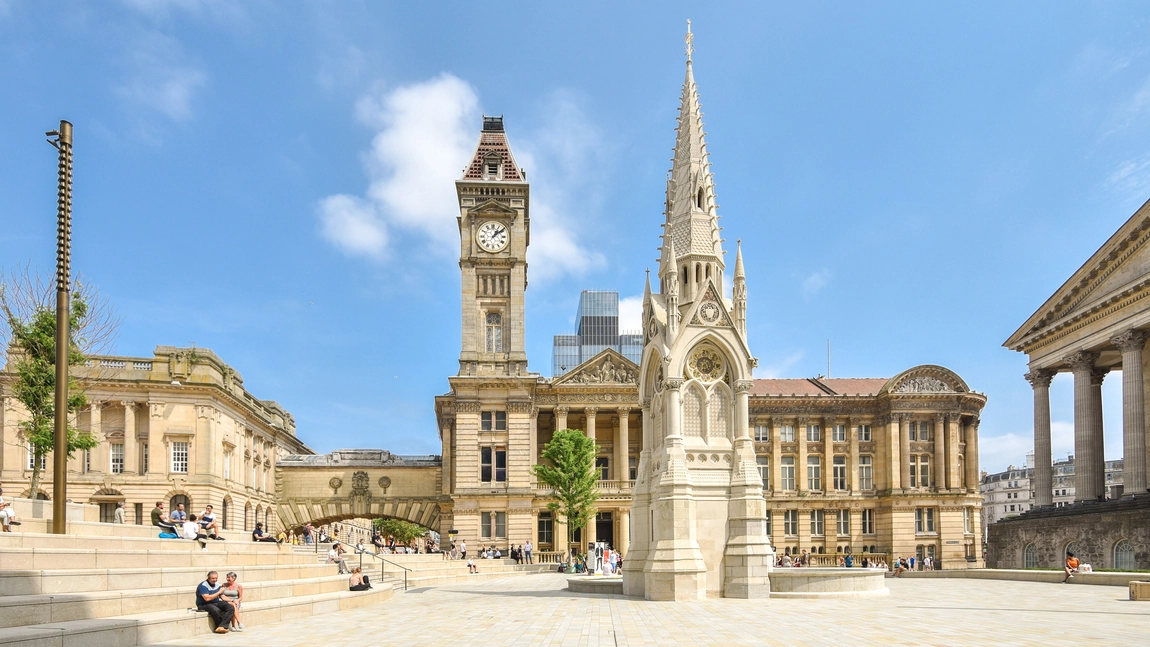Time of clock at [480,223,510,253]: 1:08
